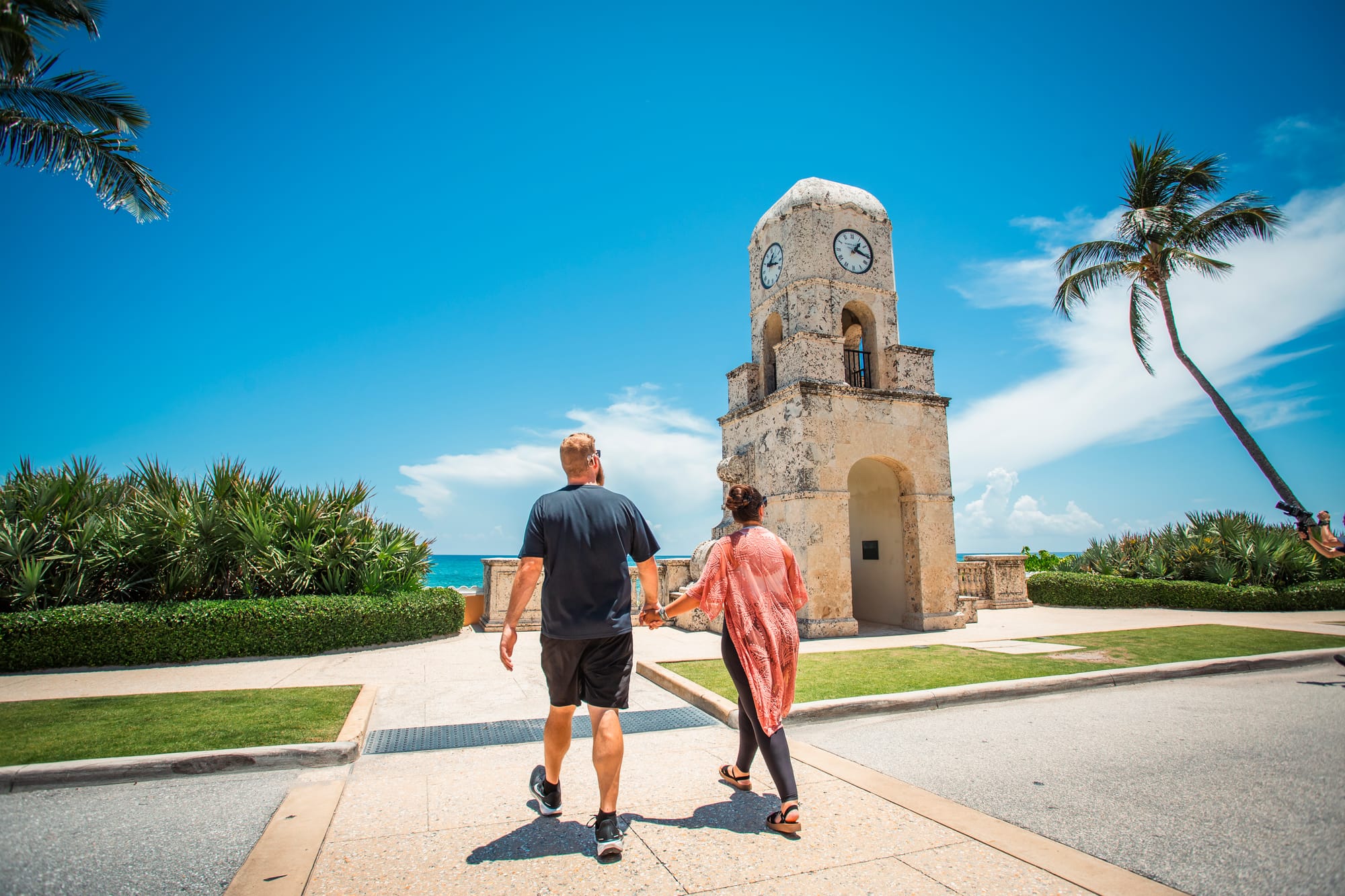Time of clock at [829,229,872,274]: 1:16
